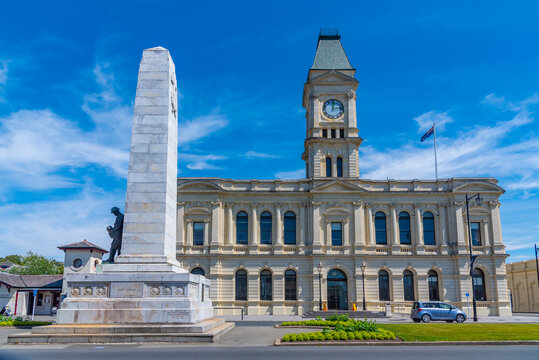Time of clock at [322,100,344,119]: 12:13
